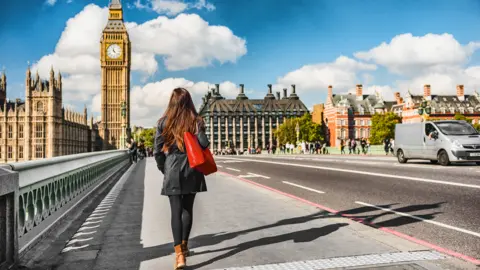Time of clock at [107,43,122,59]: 11:22
